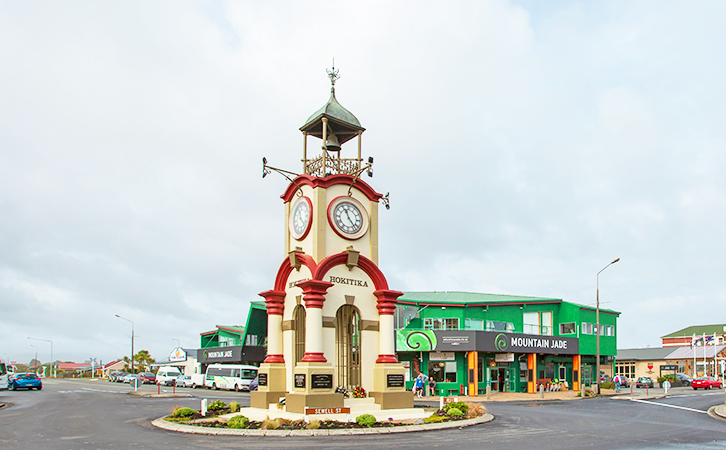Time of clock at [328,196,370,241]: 11:22
